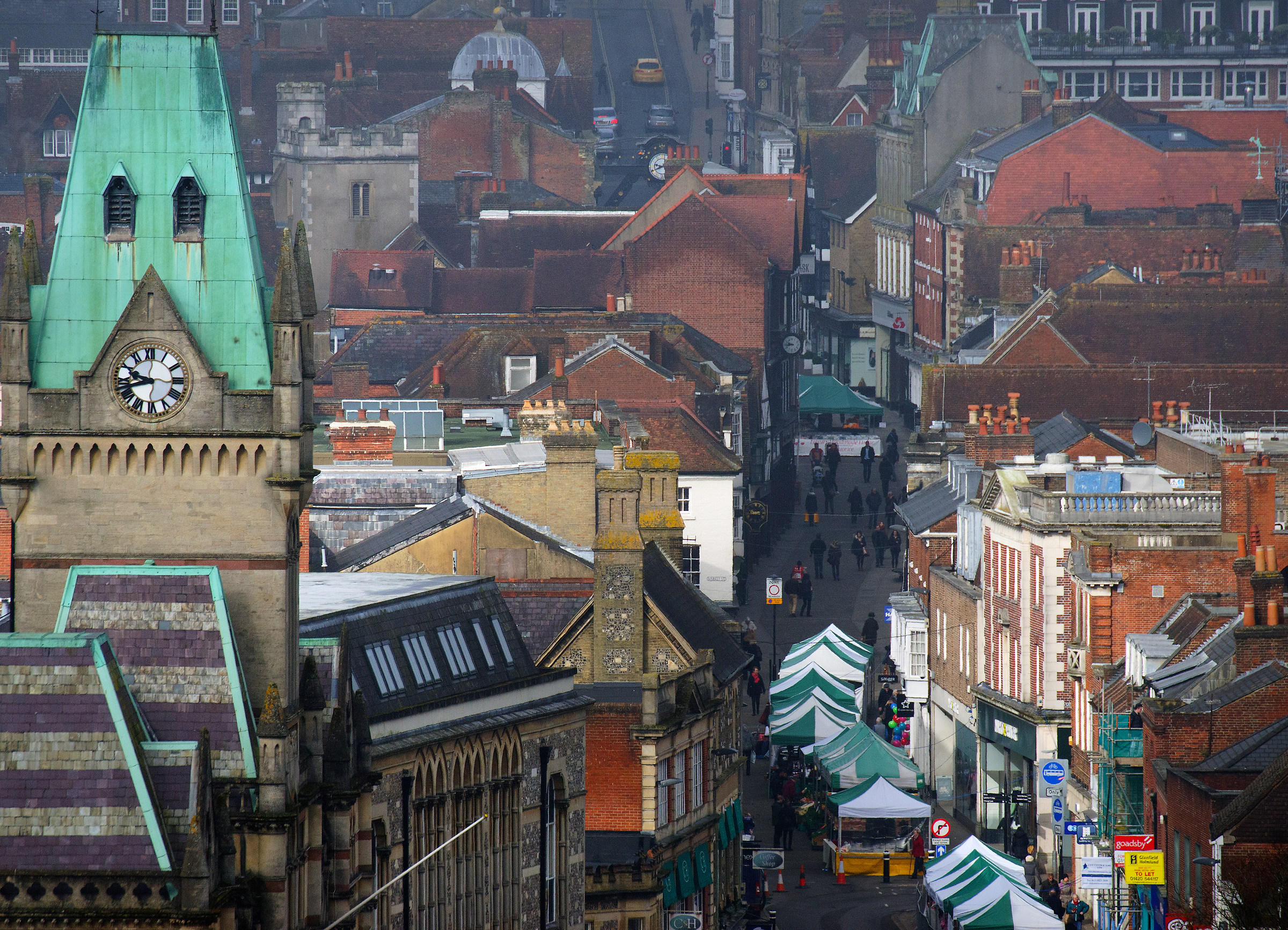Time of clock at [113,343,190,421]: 9:42
